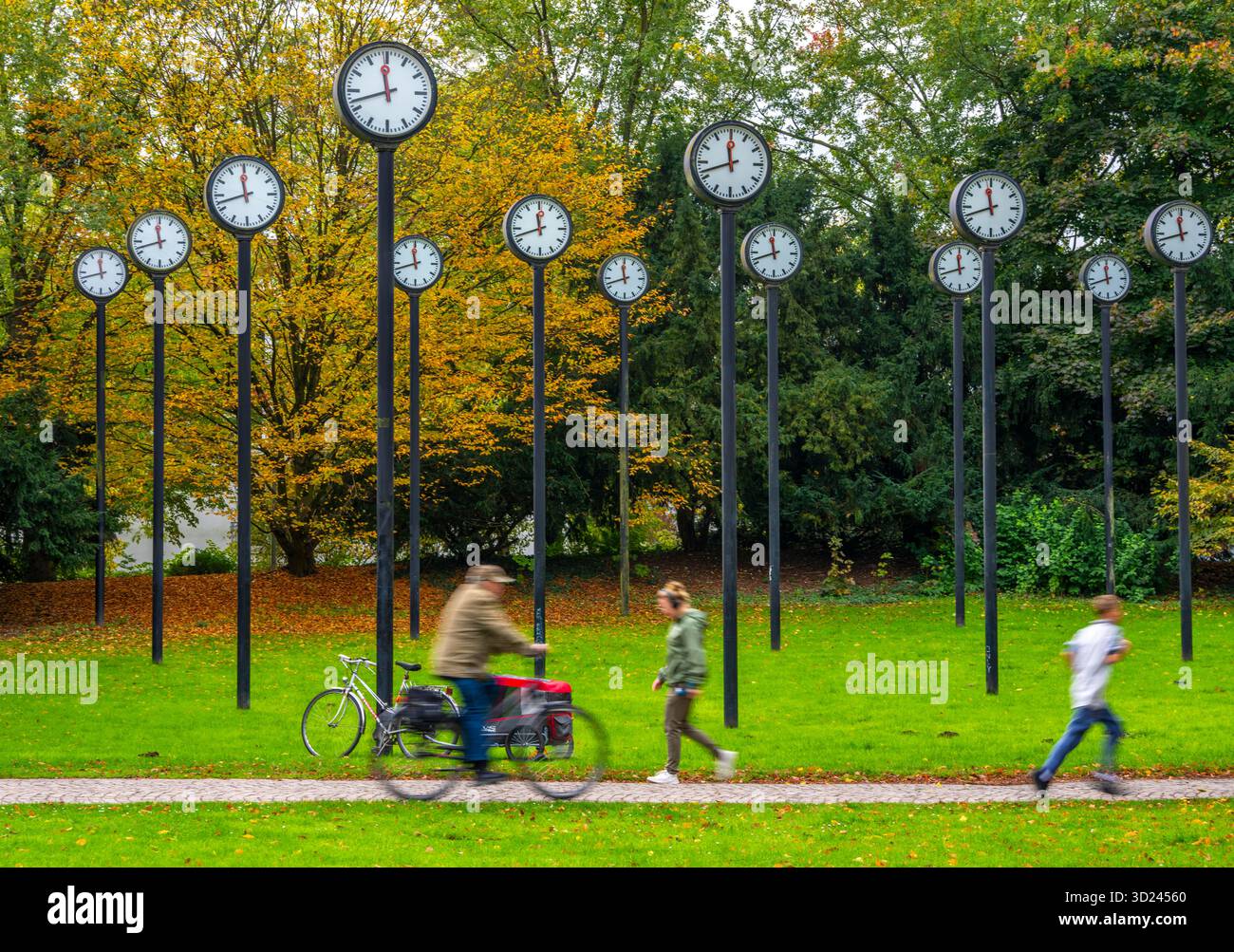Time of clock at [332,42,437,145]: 11:42
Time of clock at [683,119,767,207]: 11:42
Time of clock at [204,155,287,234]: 11:42
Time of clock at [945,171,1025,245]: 11:41
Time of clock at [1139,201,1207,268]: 11:42
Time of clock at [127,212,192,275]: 11:42
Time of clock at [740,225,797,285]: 11:41
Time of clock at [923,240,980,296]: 11:42
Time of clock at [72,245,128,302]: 11:42
